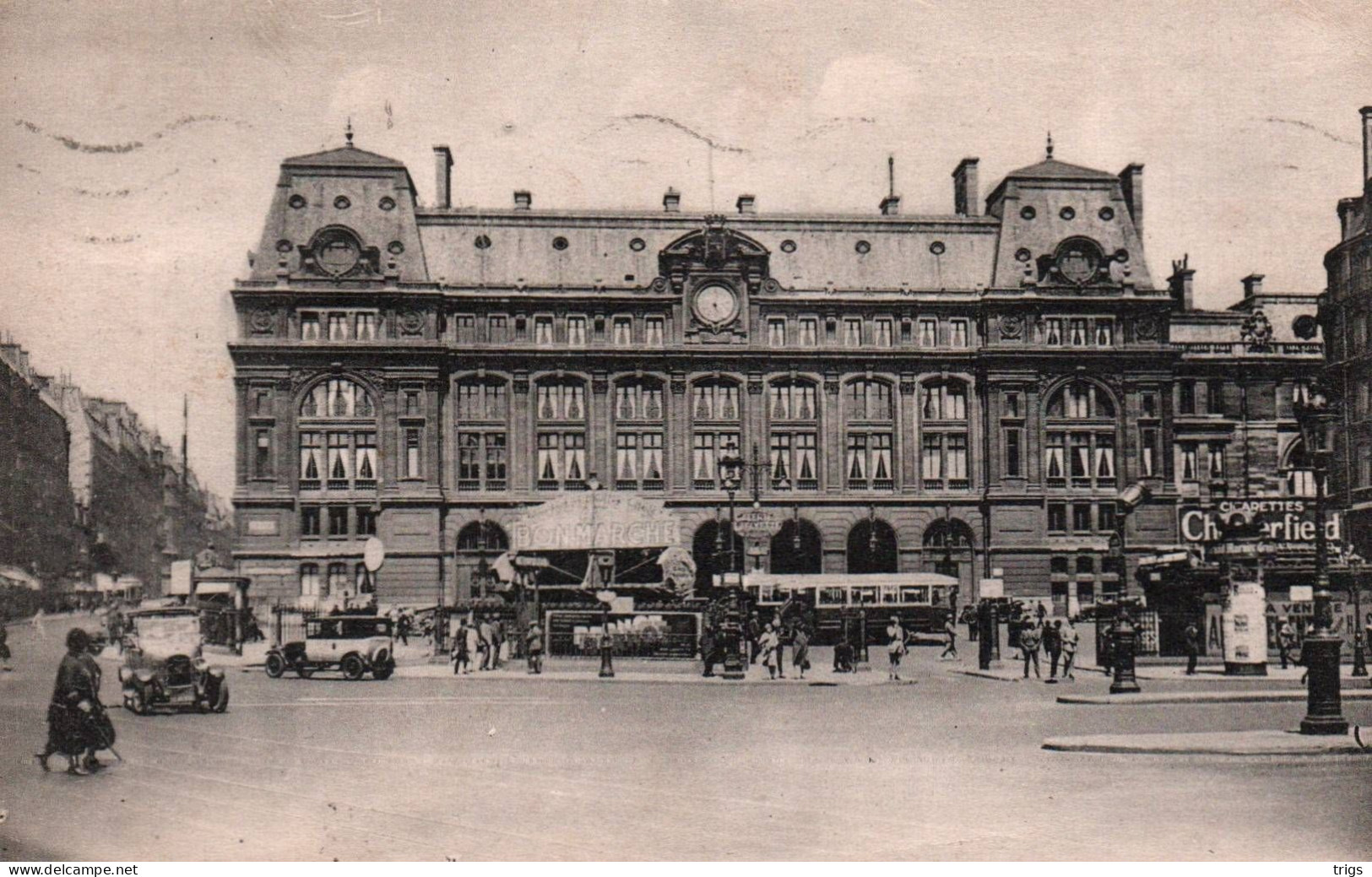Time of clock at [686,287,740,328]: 12:26
